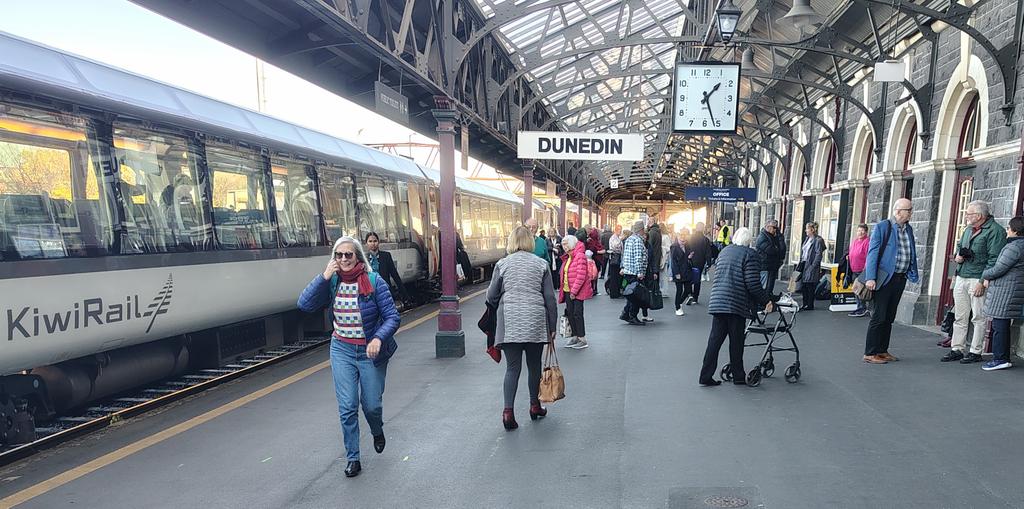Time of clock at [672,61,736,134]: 1:26
